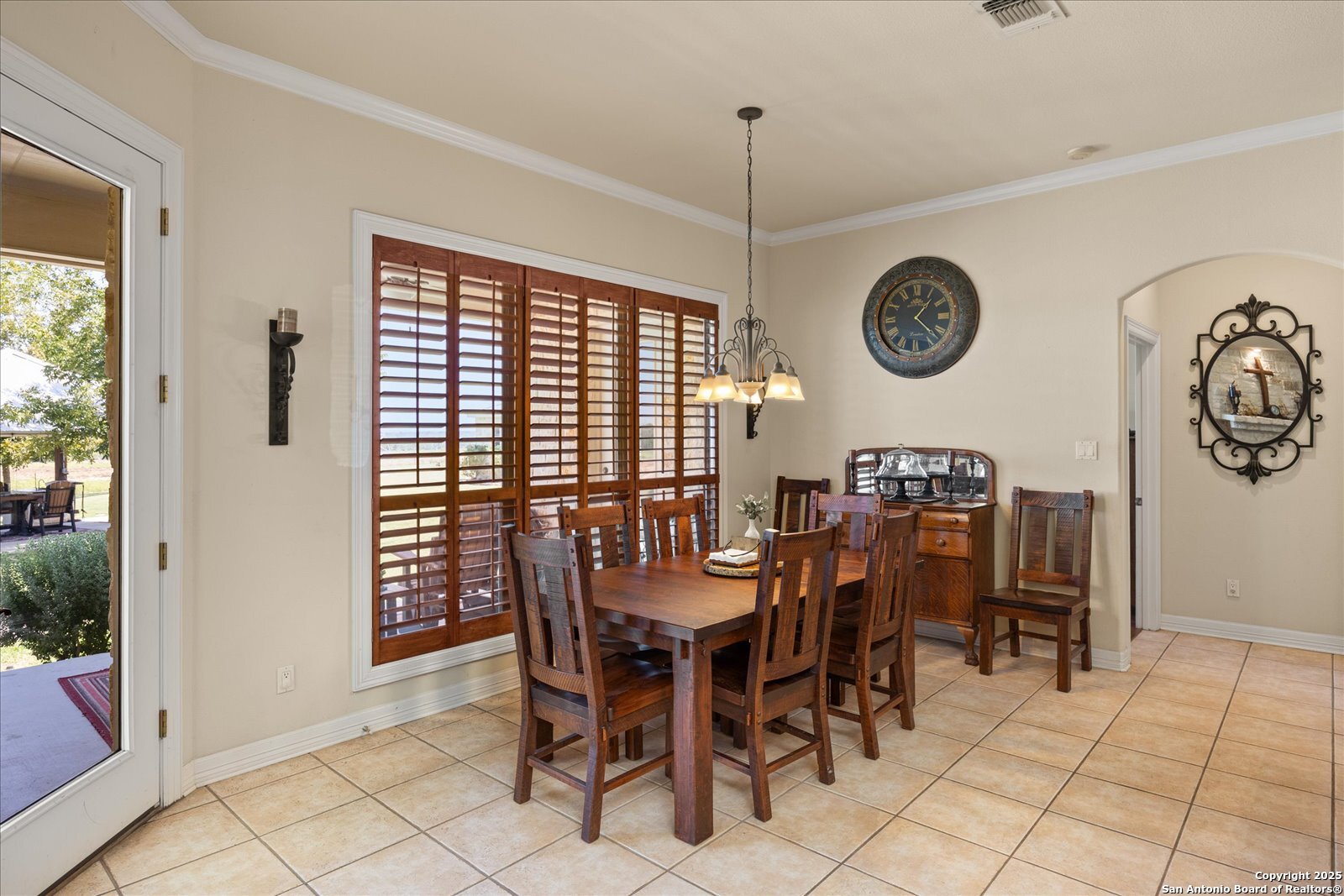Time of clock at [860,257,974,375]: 1:22
